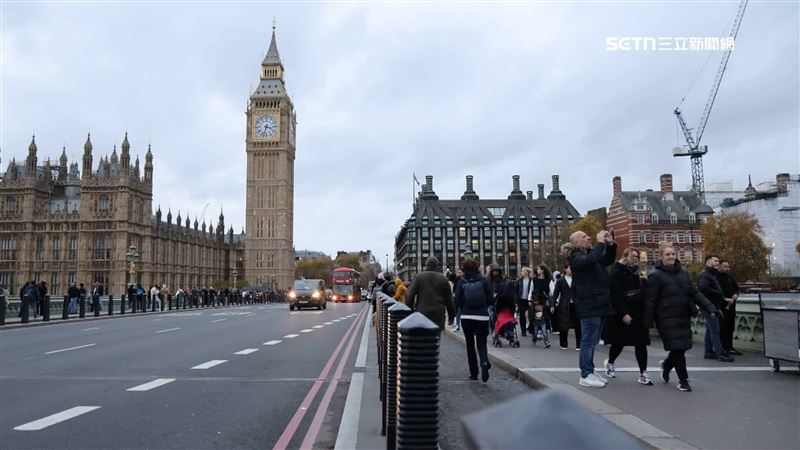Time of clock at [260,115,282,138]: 3:32
